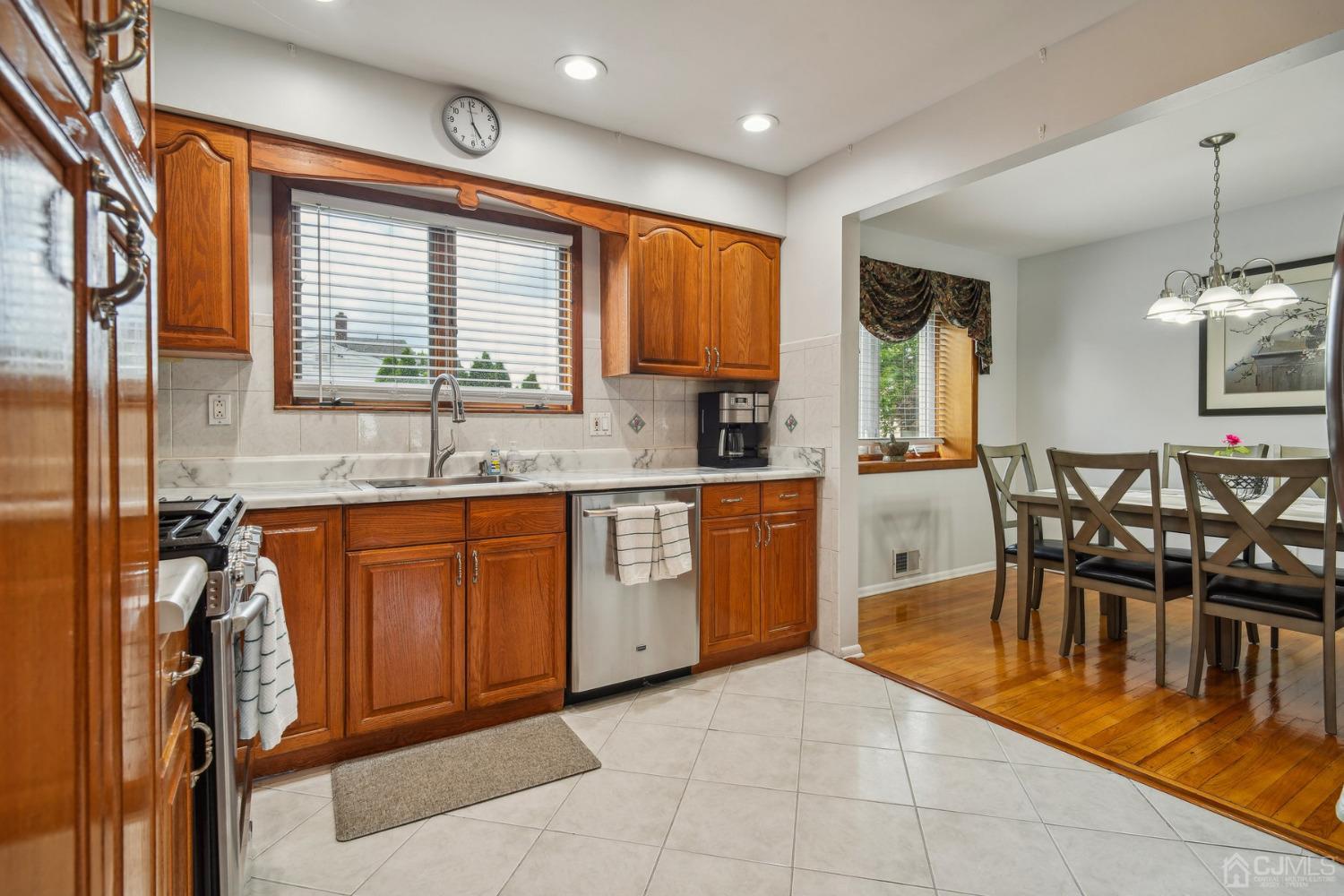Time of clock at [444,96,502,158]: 4:58
